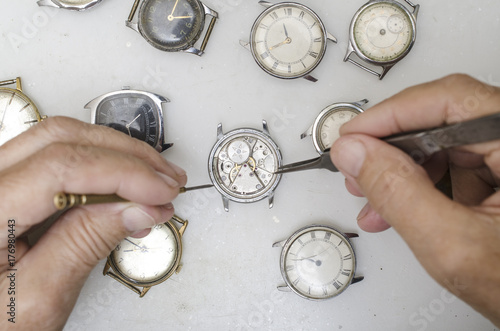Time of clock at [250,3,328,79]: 11:41
